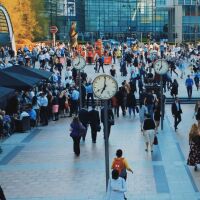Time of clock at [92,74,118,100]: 7:01
